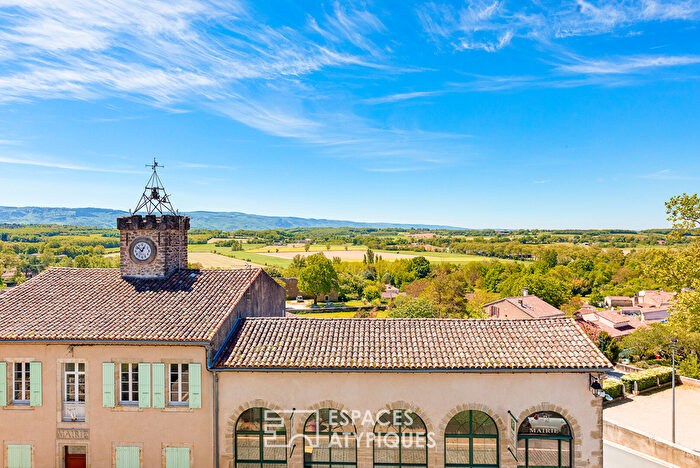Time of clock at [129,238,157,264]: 12:52
